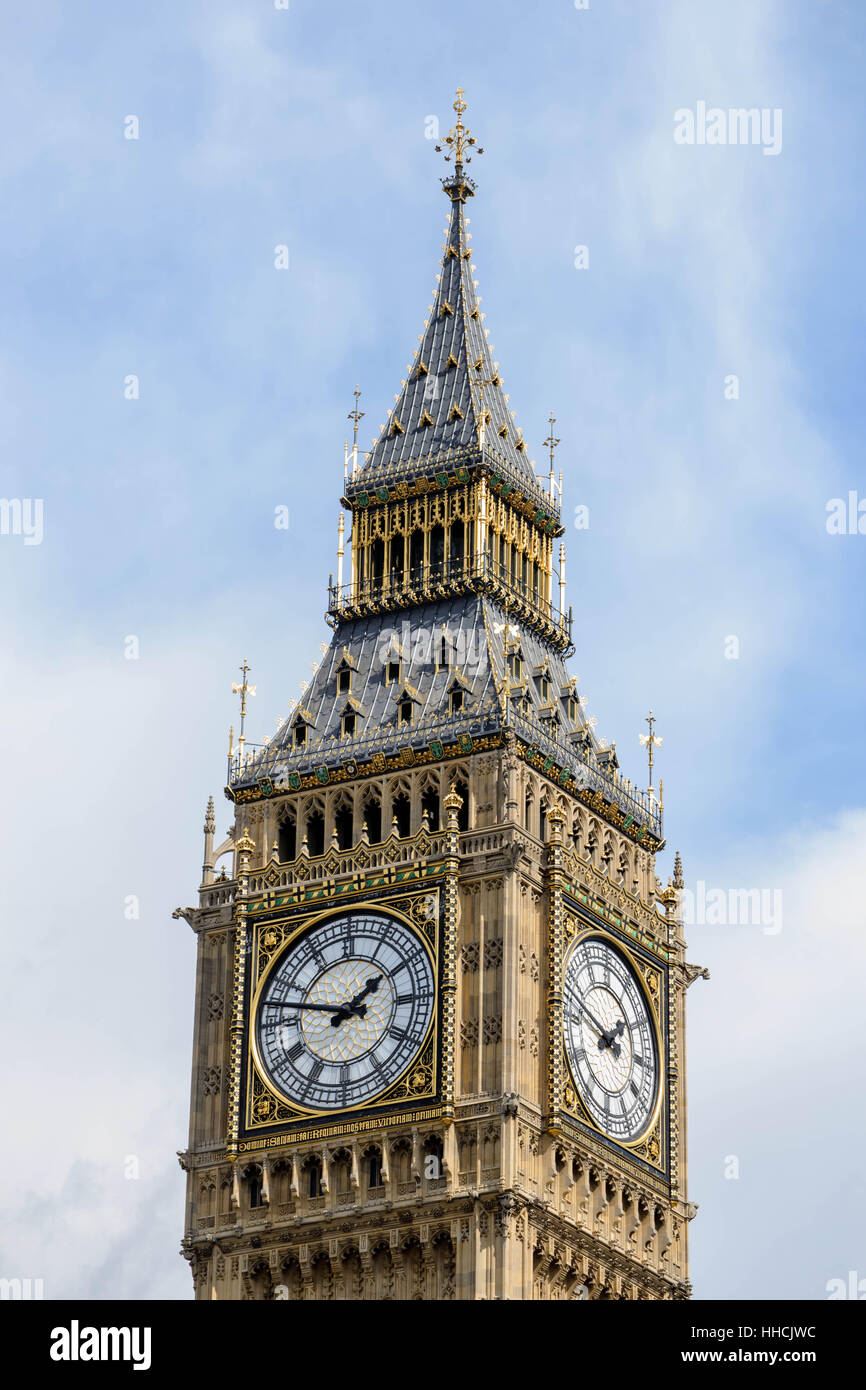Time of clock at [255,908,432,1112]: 1:47
